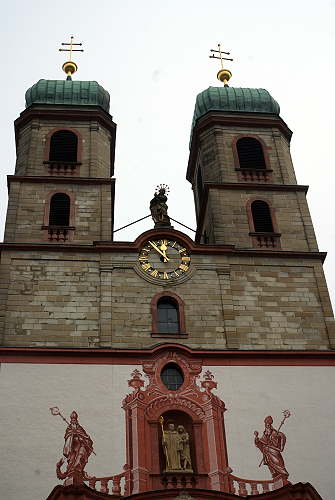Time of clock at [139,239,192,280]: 11:53
